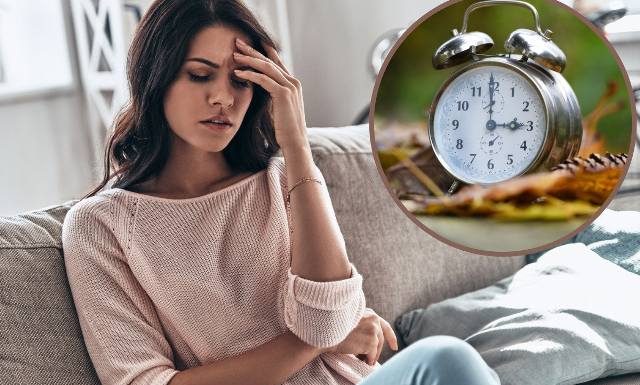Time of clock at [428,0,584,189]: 2:59
